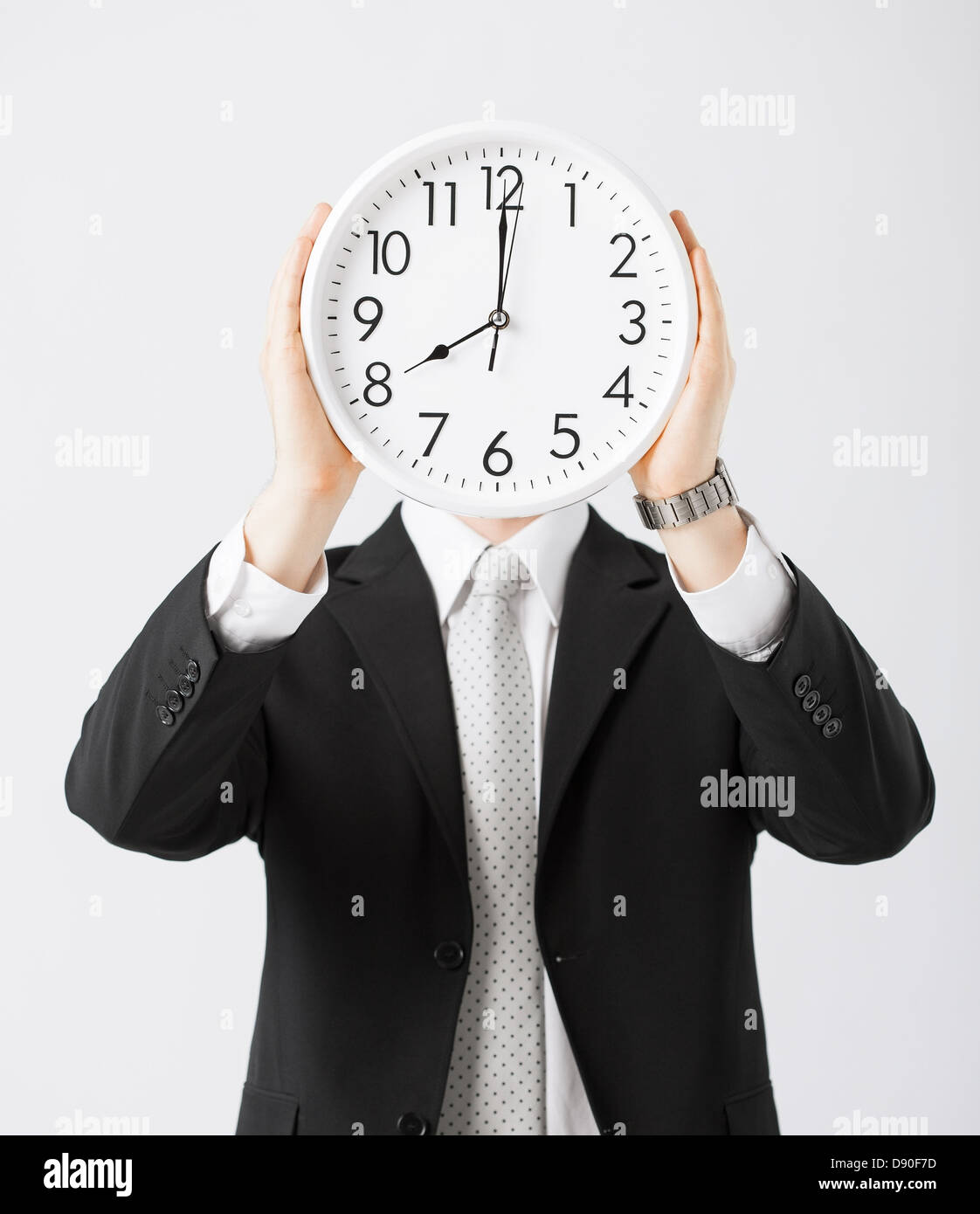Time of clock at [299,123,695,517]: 8:00
